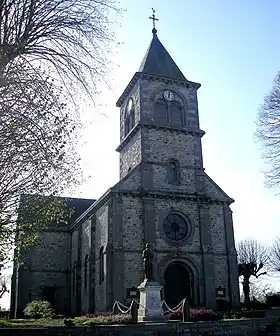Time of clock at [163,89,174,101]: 6:02
